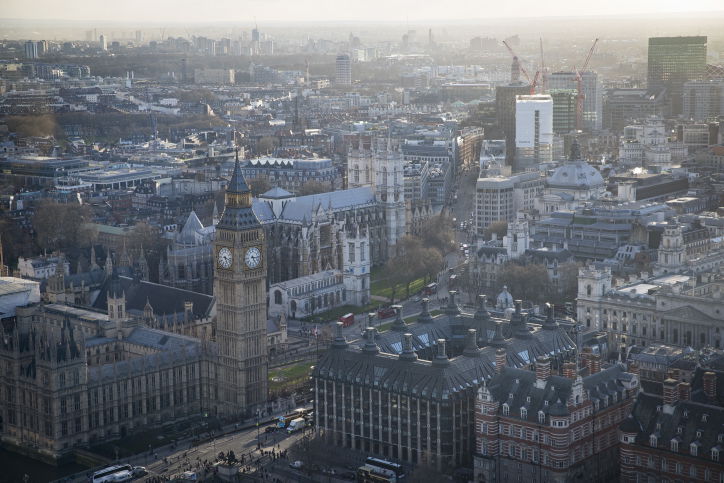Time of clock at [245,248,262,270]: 5:15
